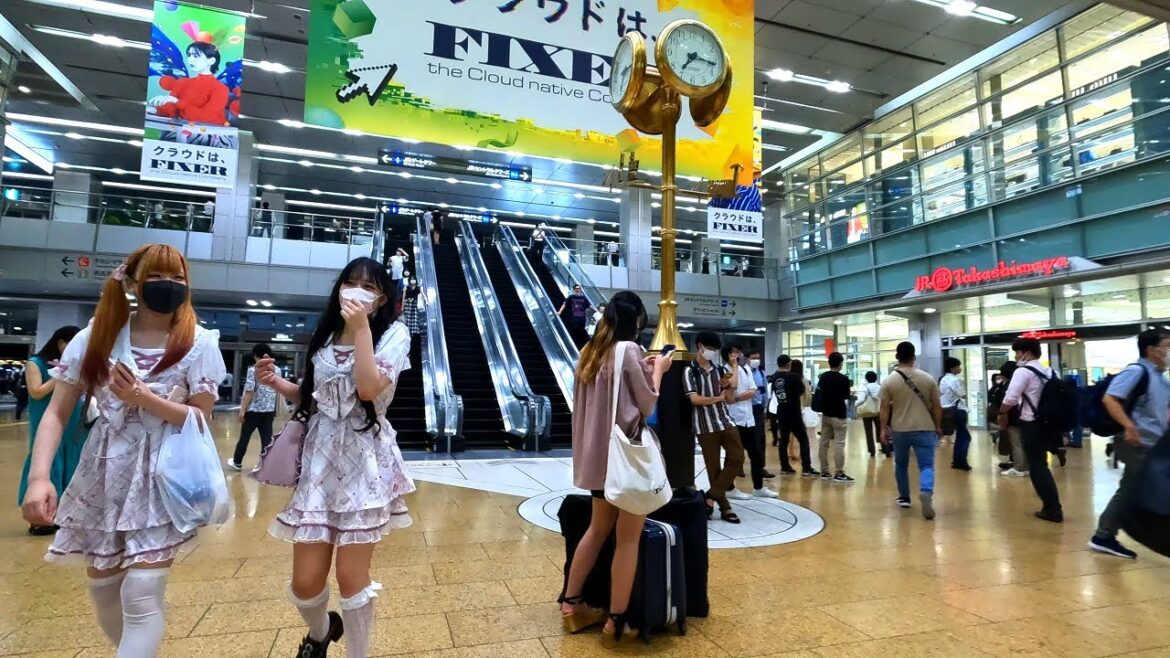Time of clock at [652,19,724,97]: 7:16
